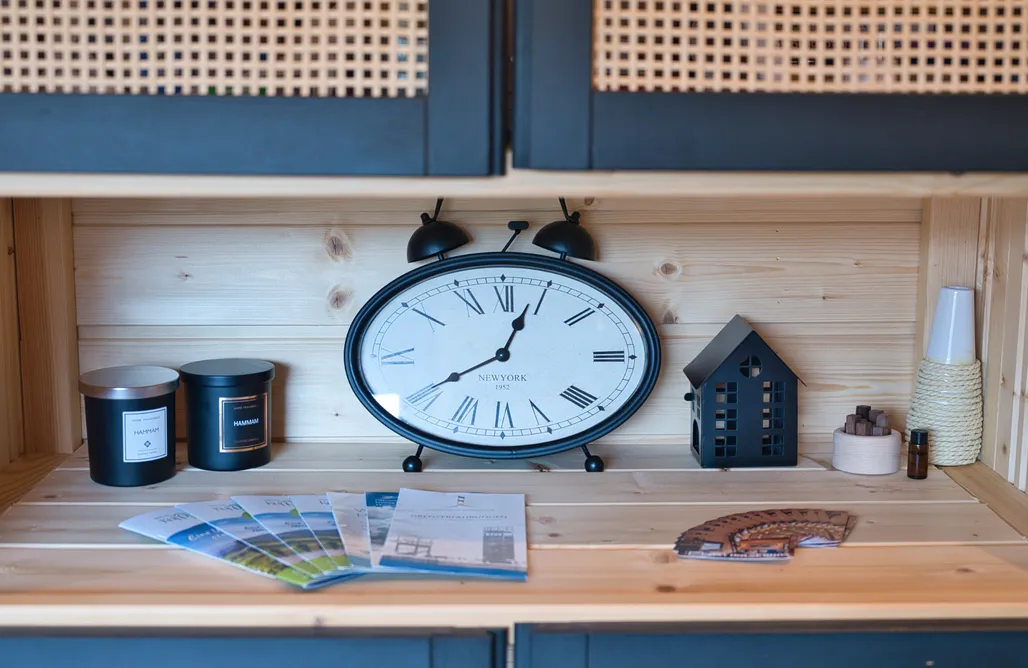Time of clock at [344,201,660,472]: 12:39
